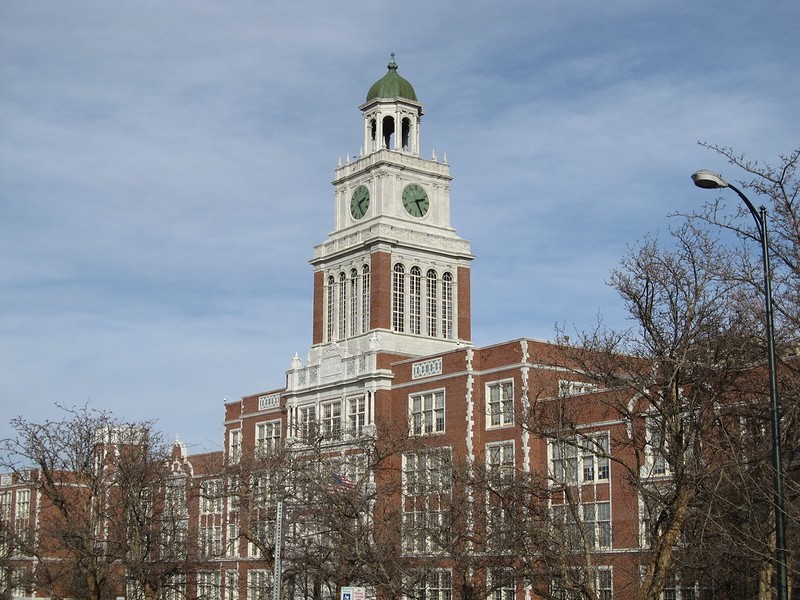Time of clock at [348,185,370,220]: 2:25
